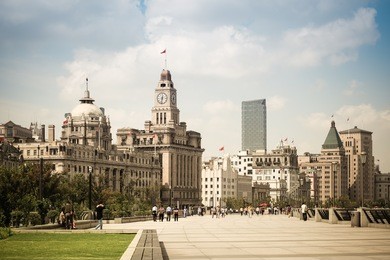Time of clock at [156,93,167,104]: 12:32
